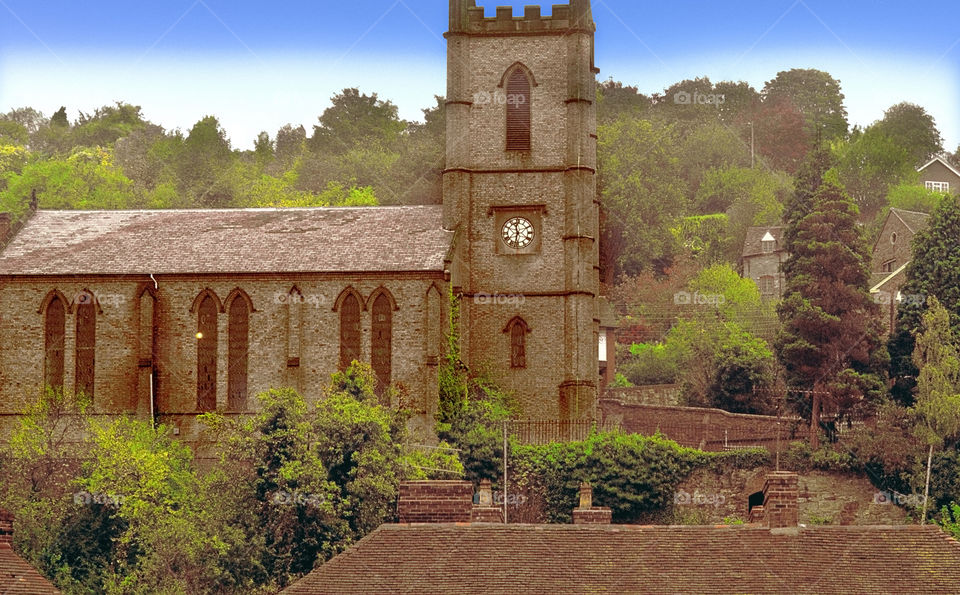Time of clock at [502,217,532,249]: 11:32
